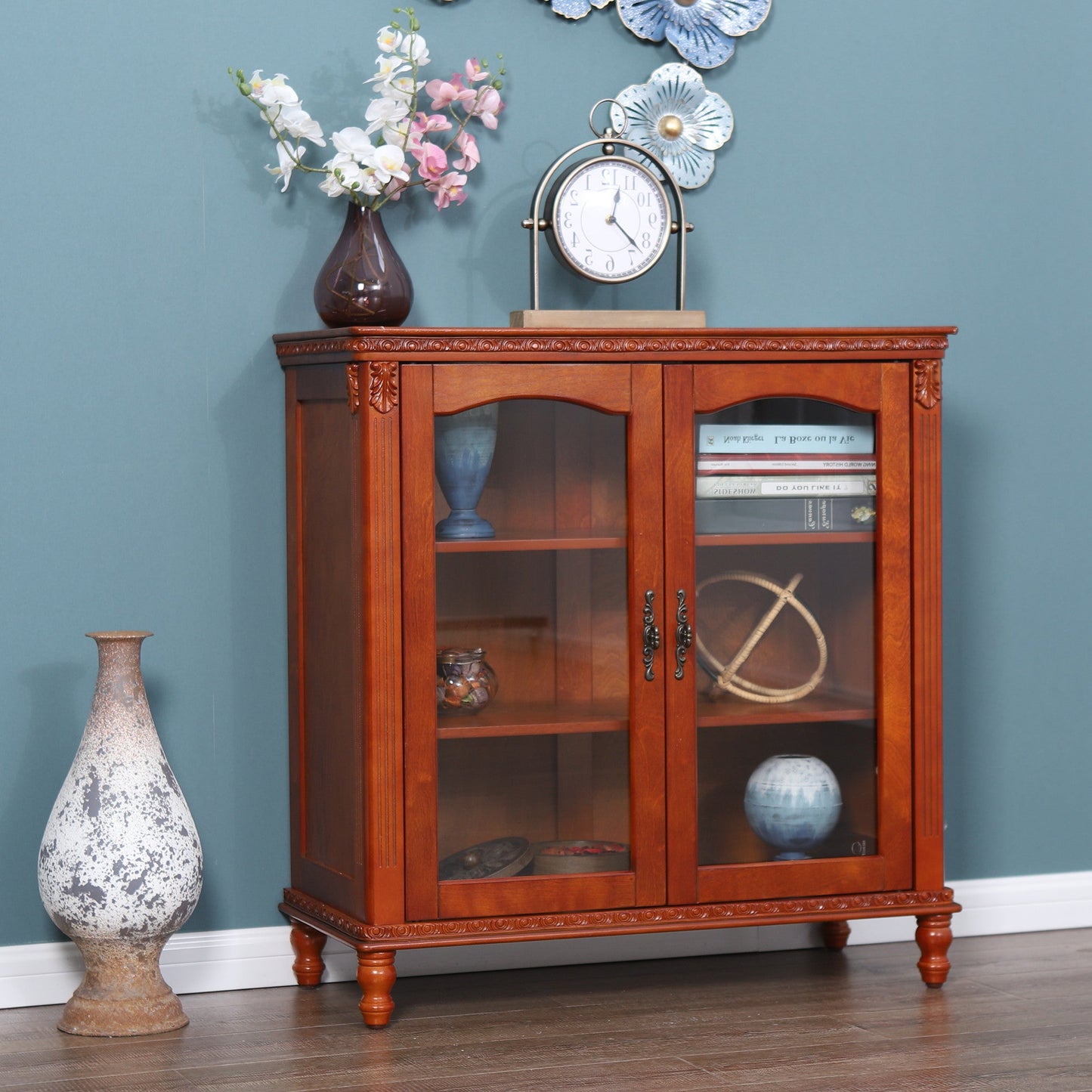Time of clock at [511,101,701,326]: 12:22
